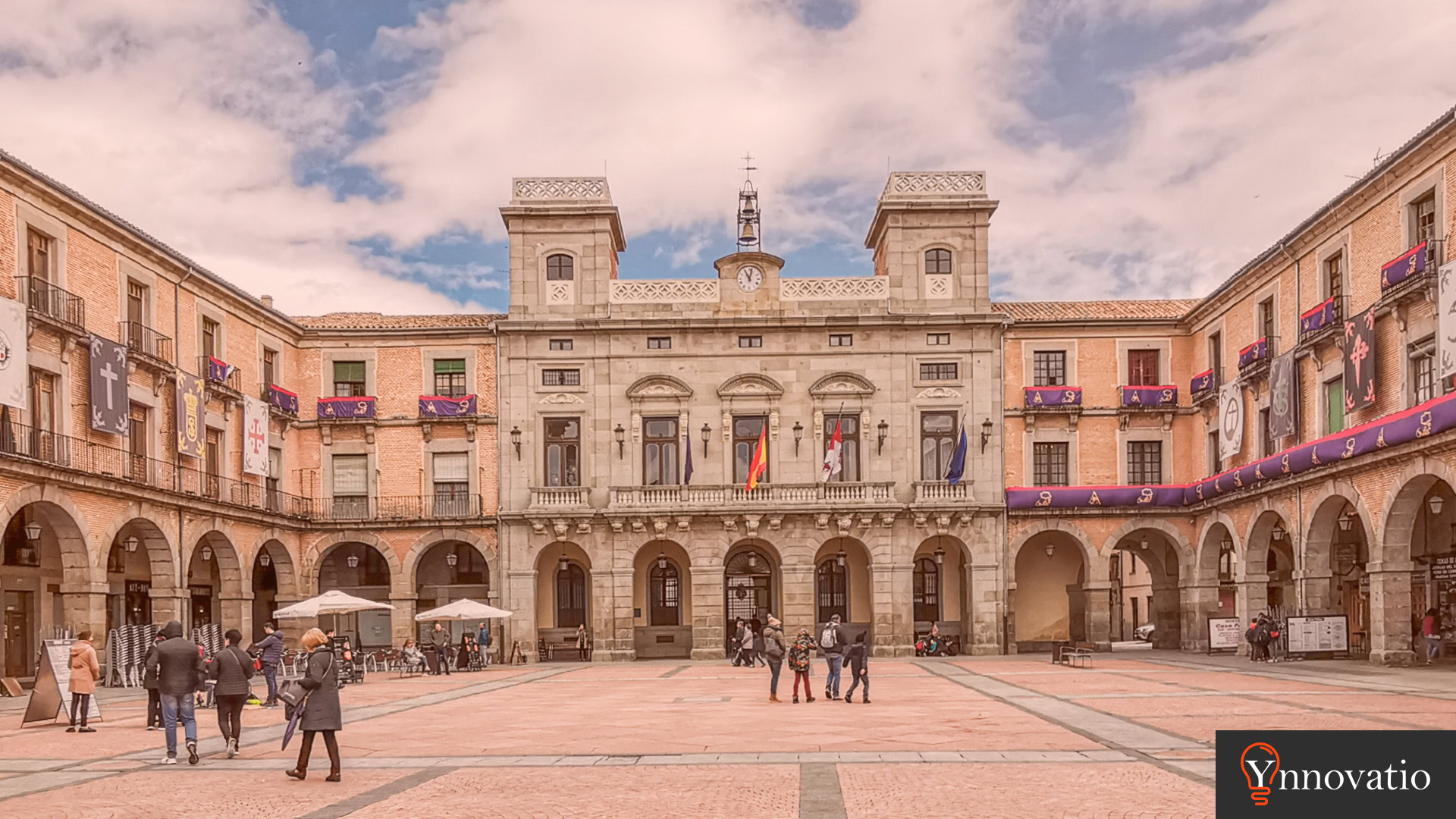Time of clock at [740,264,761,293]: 11:02
